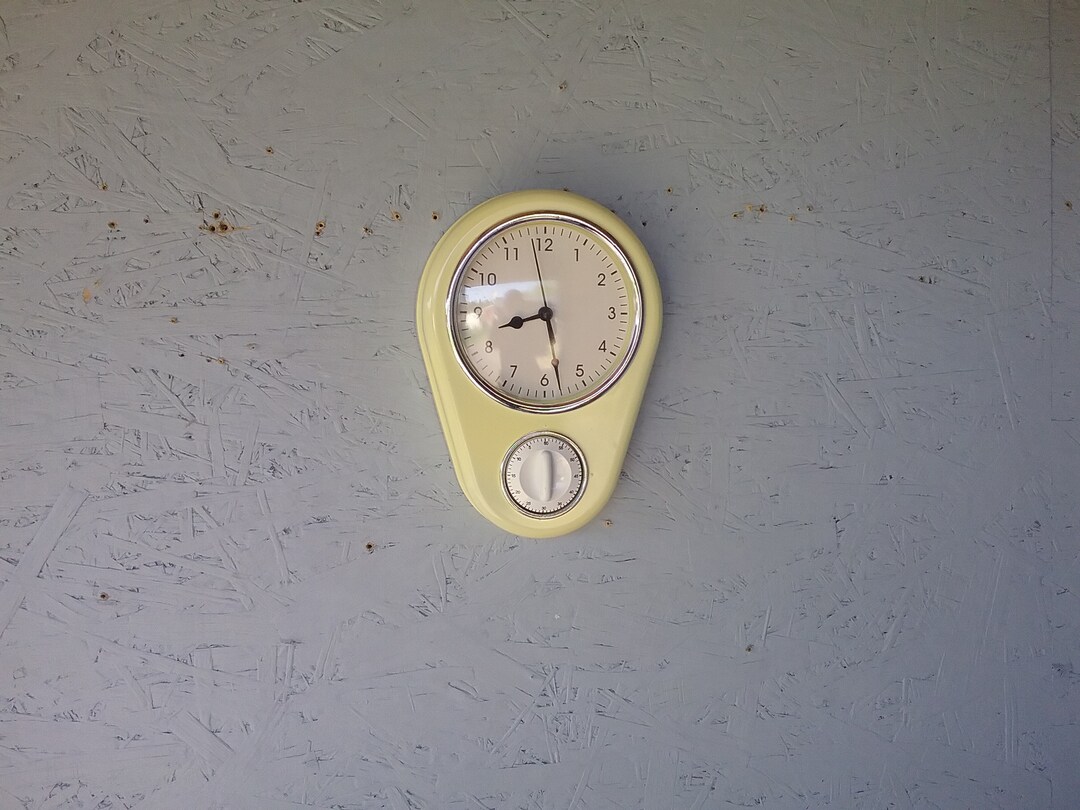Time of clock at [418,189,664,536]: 8:28
